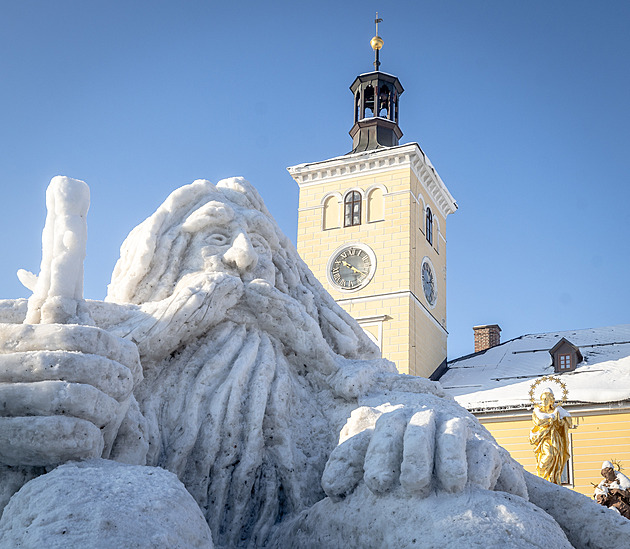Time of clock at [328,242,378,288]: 10:20
